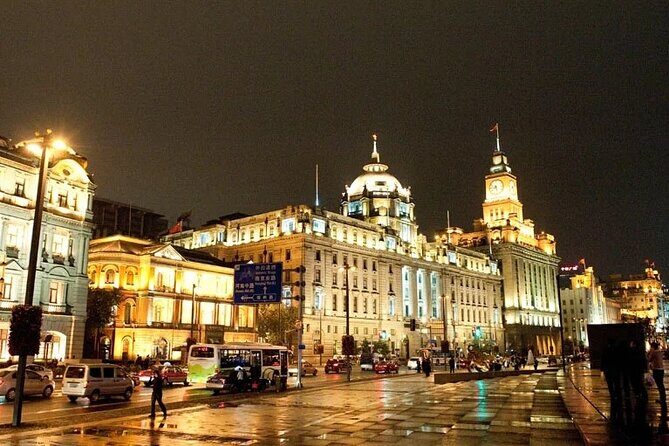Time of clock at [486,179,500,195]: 8:27
